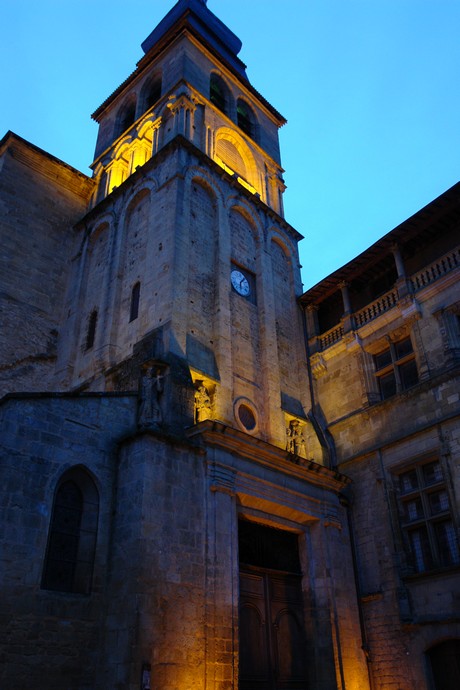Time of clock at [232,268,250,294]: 6:06
